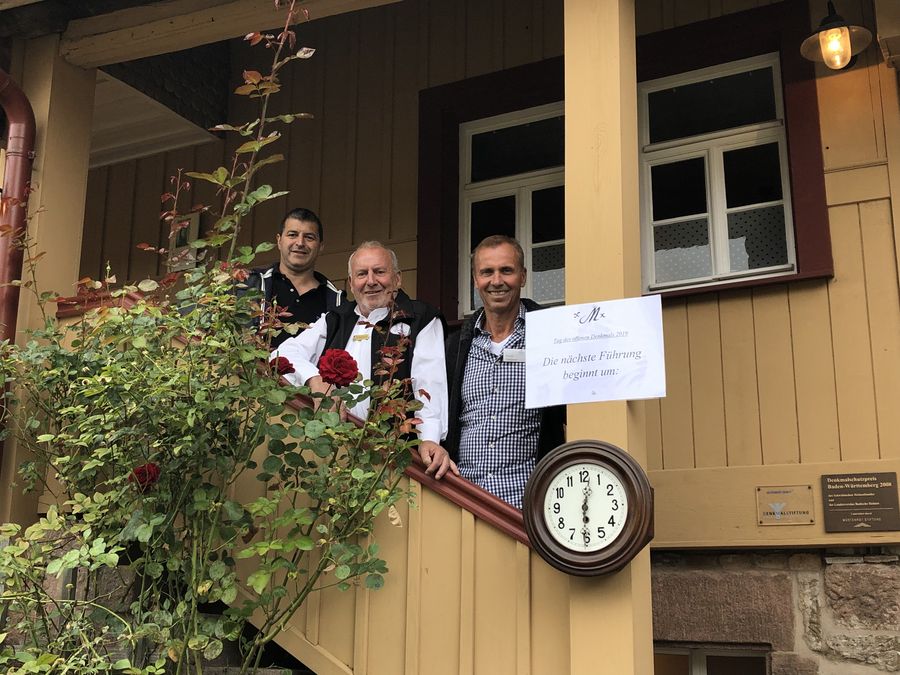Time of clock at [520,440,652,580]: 6:01
